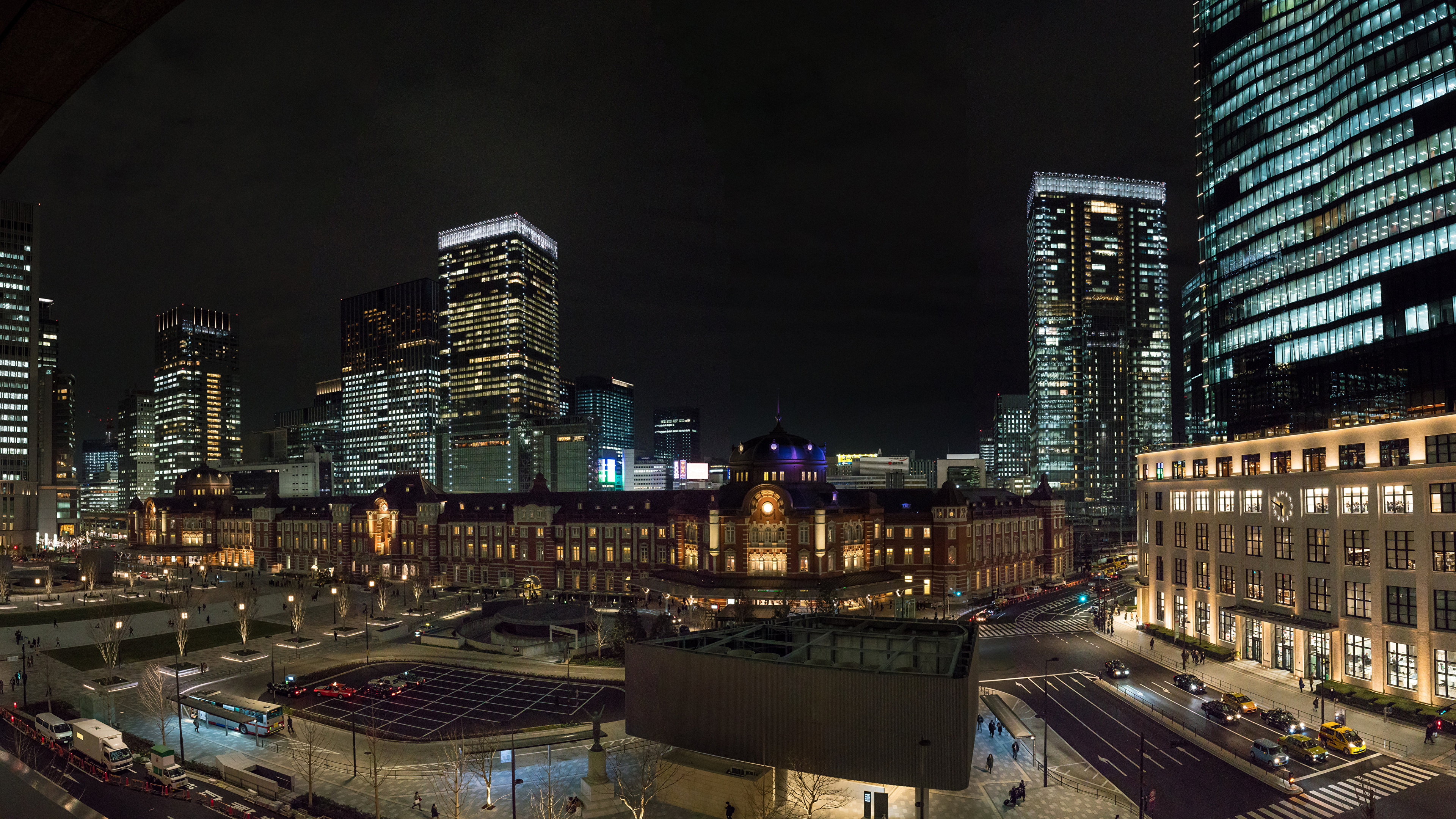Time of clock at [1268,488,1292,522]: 5:48
